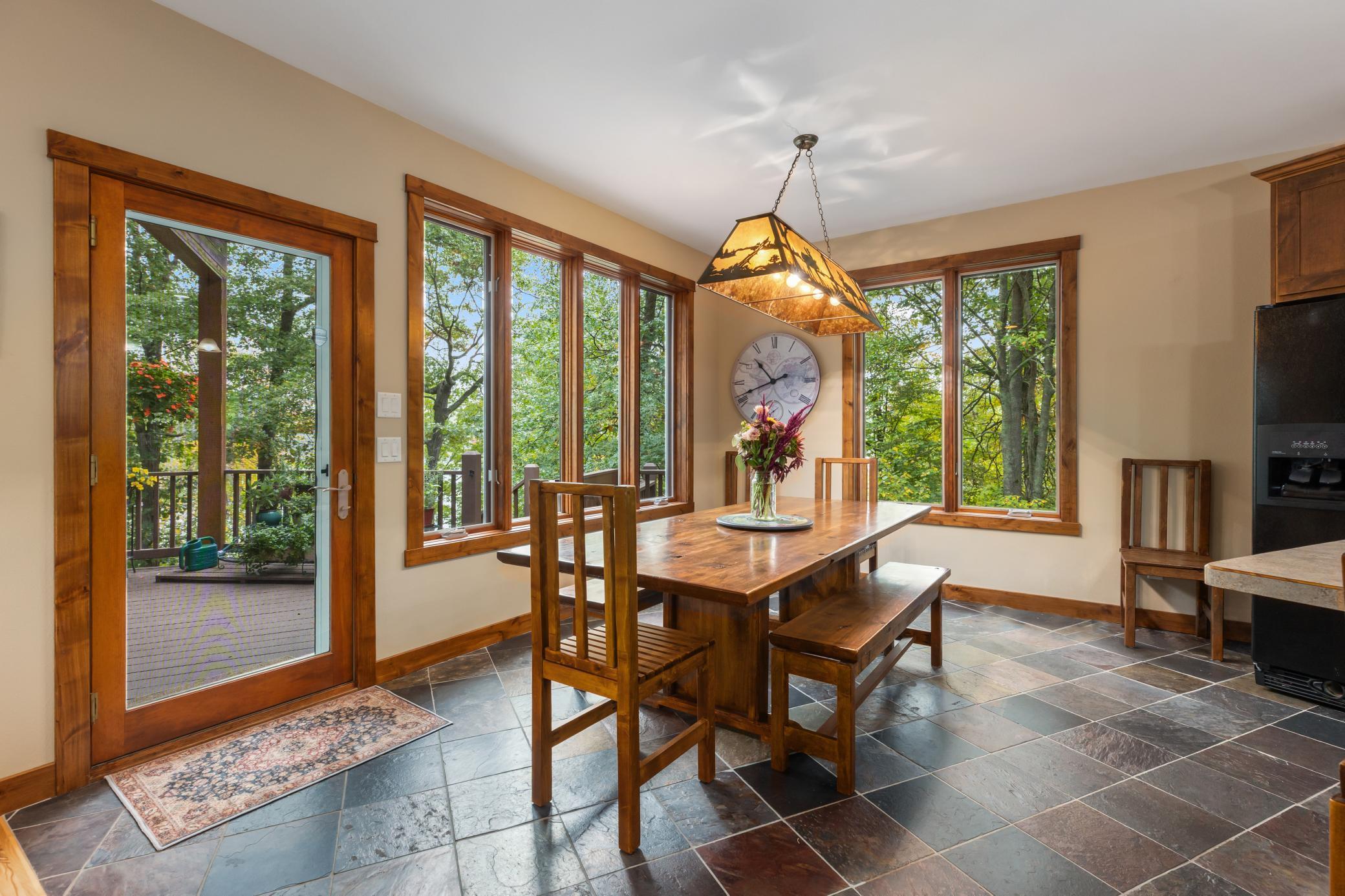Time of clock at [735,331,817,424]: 10:41
